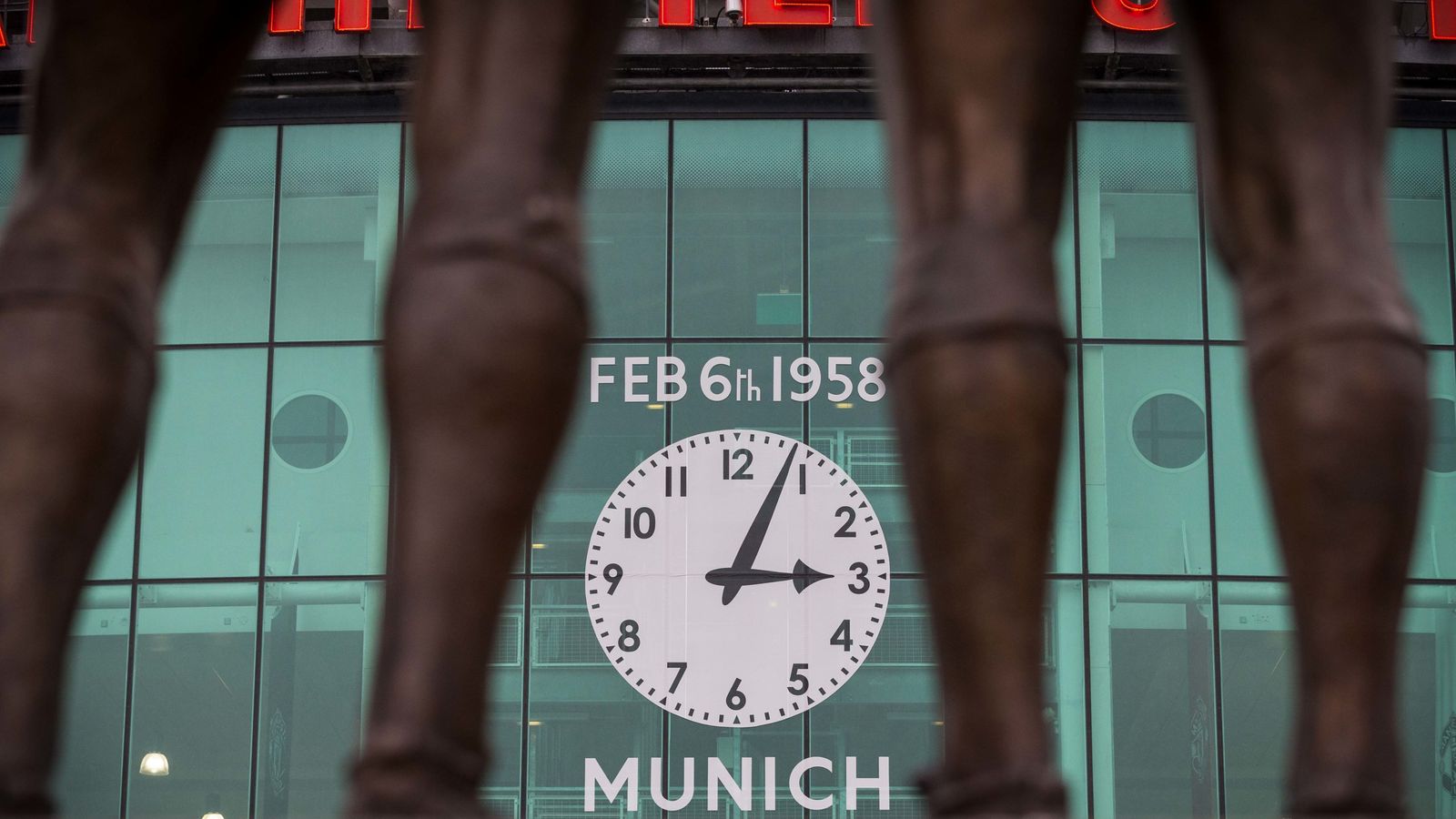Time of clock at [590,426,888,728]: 3:03
